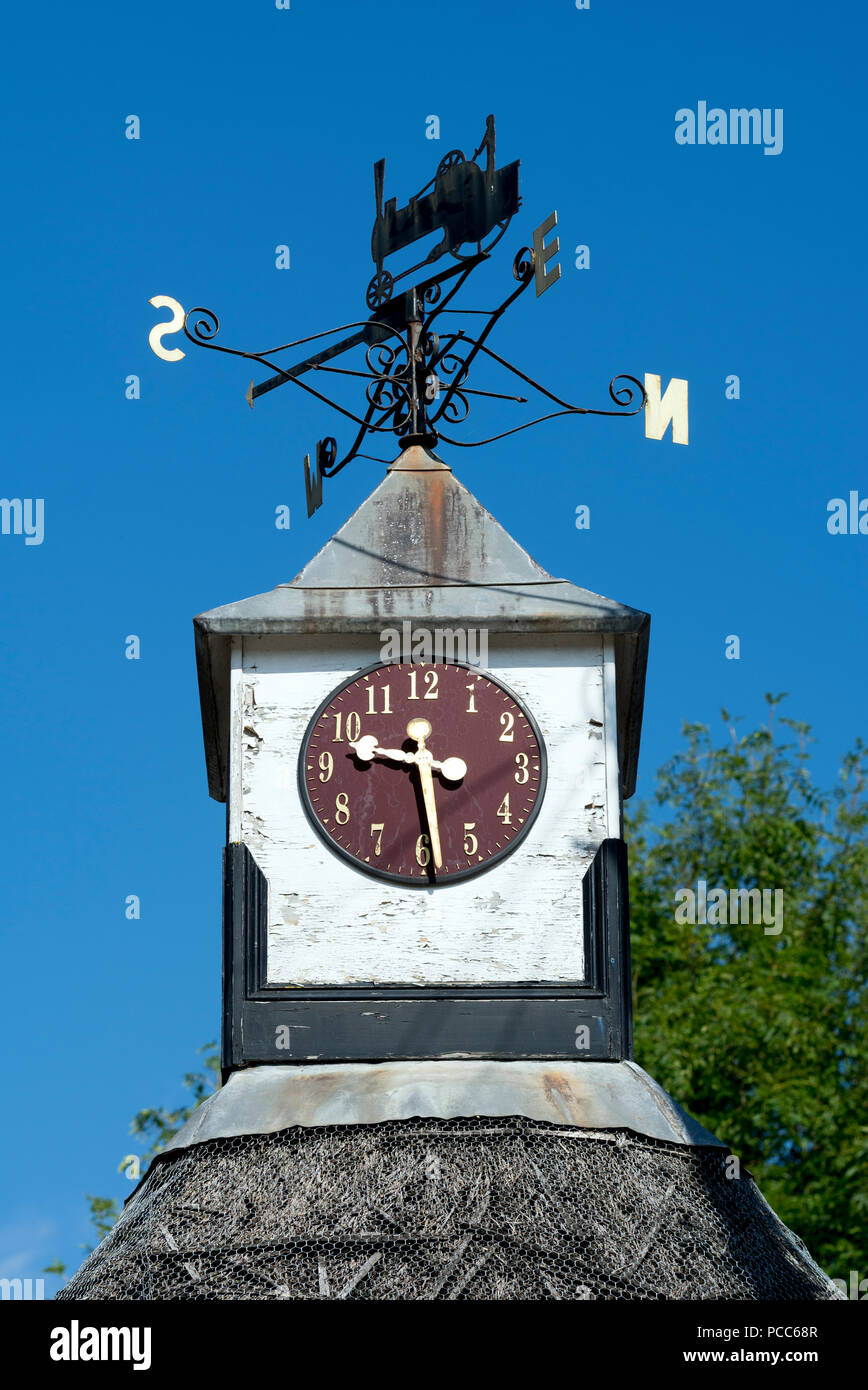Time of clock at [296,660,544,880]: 9:29
